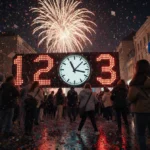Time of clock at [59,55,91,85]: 11:07
